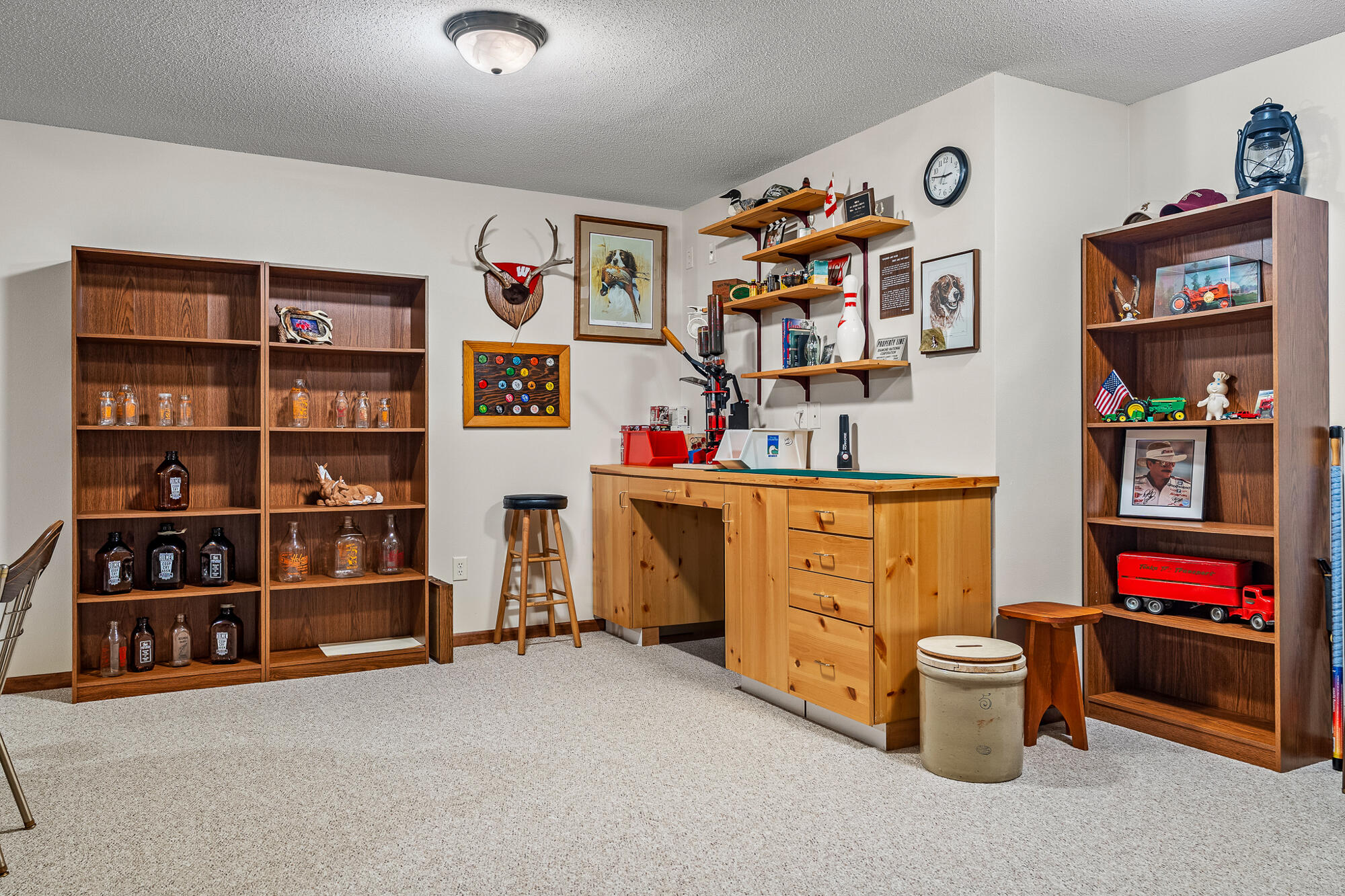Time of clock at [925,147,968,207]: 2:46
